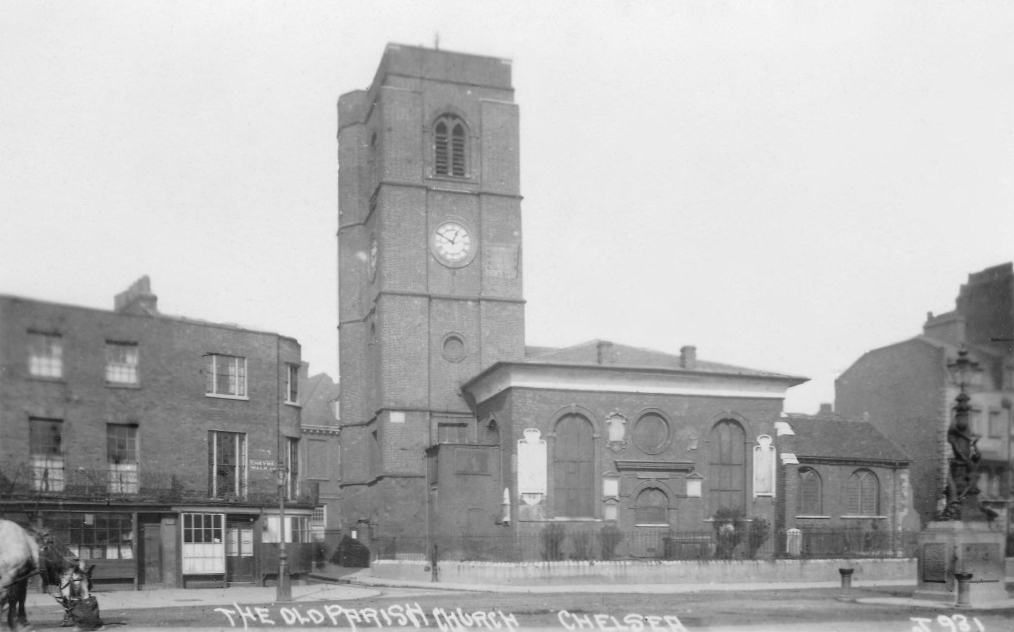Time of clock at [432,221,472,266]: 12:49
